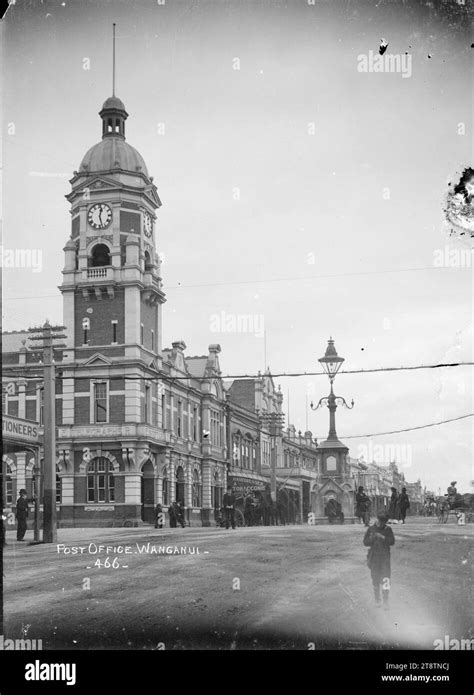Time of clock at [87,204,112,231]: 12:27
